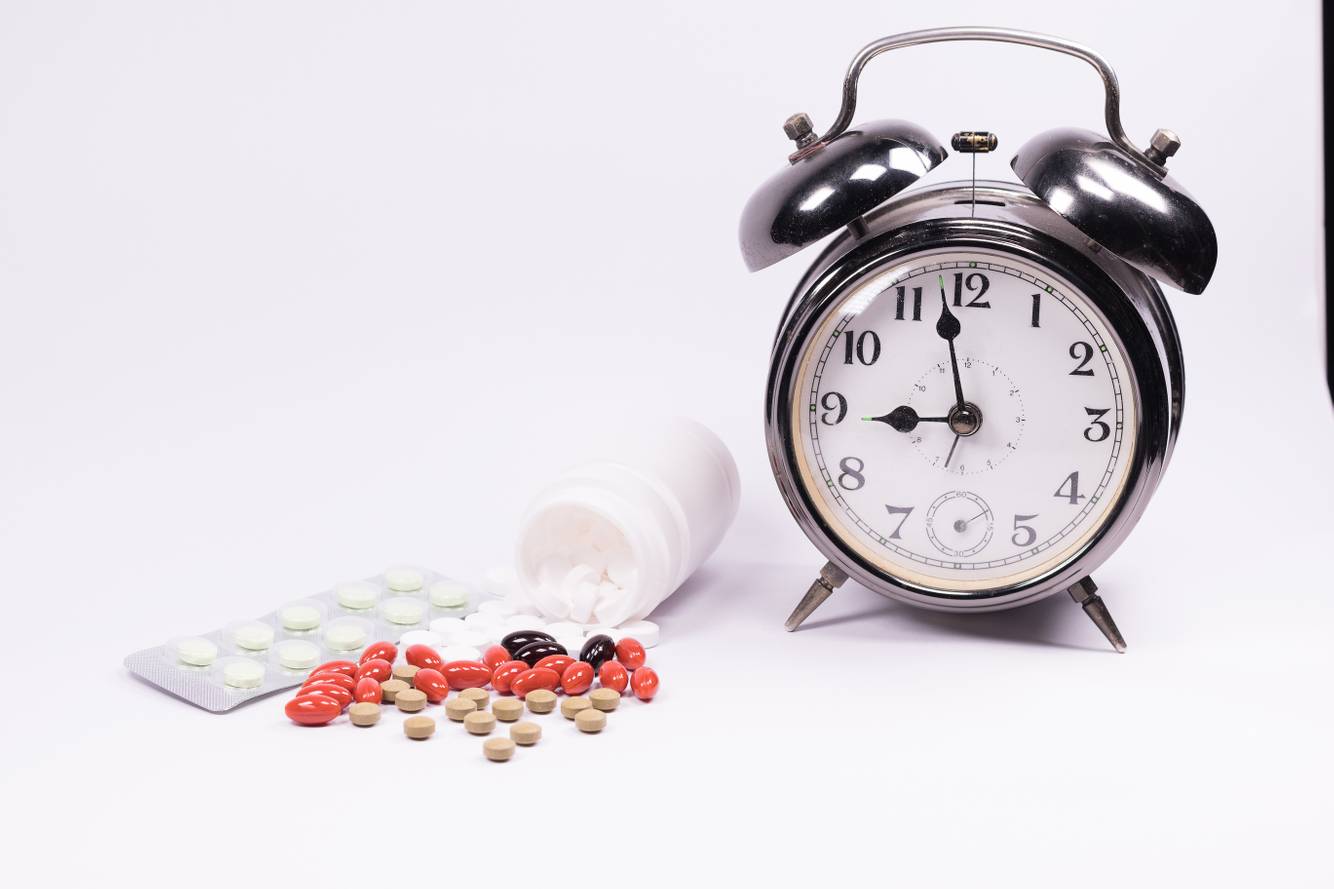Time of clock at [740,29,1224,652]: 8:58
